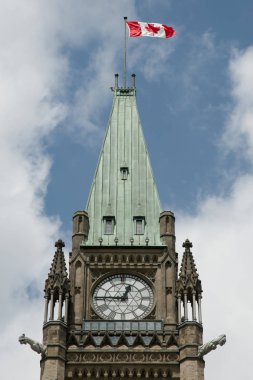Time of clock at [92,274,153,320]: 12:45
